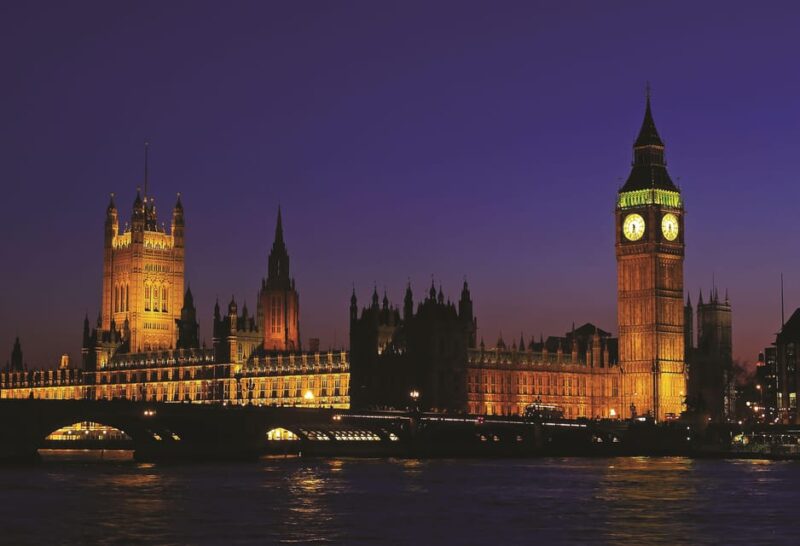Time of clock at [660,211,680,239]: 6:27
